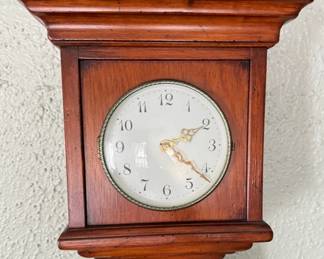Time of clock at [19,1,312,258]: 2:21
